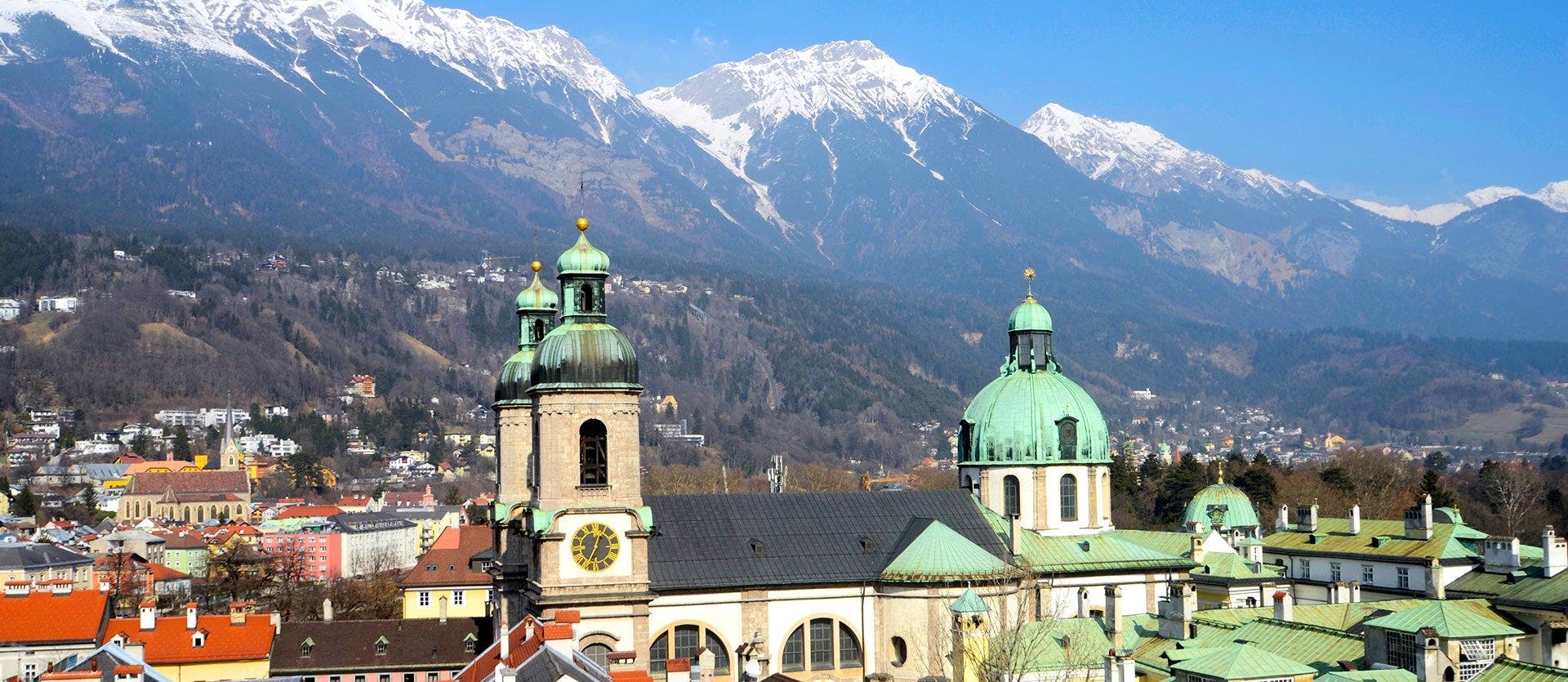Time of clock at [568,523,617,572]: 12:34
